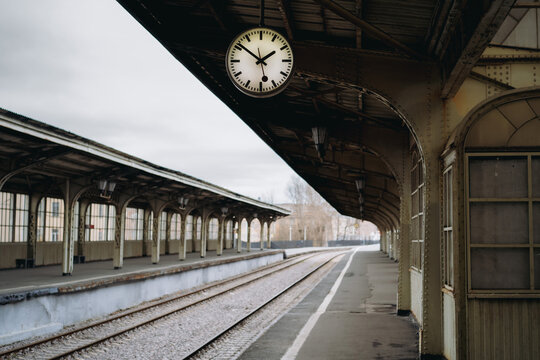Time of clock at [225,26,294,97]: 1:51
